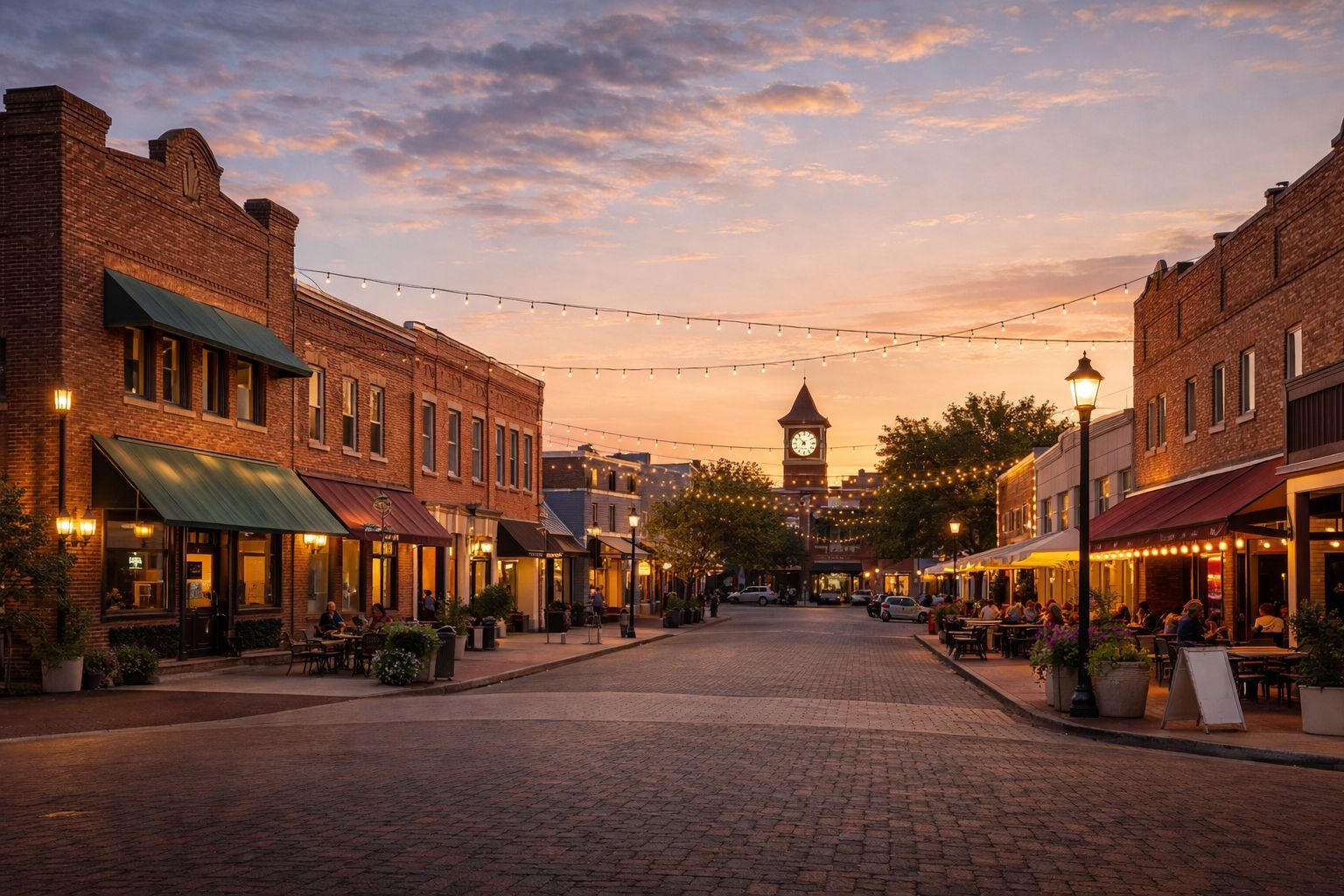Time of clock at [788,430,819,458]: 7:52
